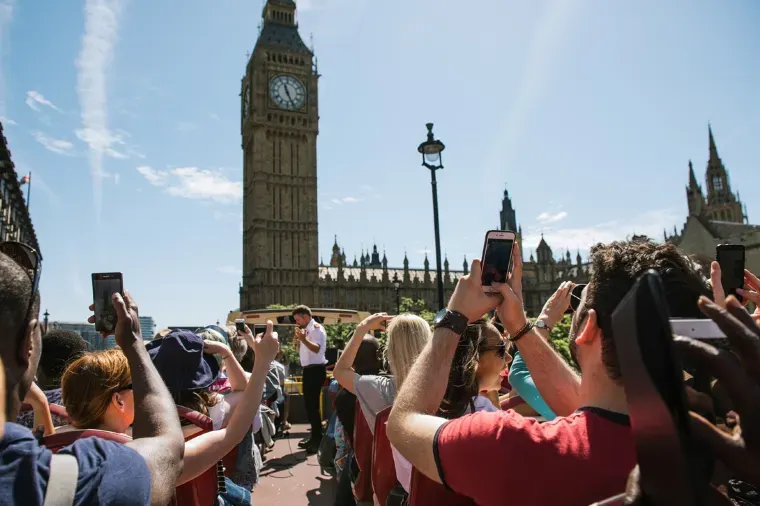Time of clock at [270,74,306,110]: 11:25
